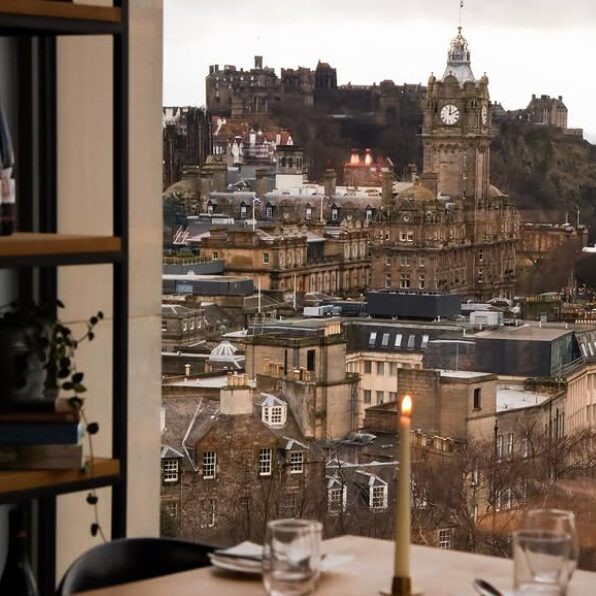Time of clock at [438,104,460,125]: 12:10
